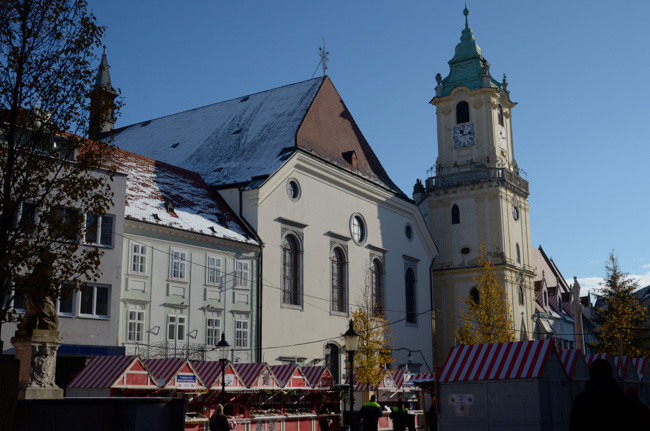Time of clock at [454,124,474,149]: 11:12
